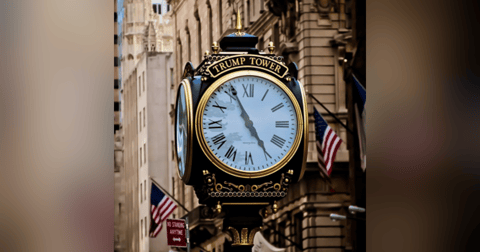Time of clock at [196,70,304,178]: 4:55
